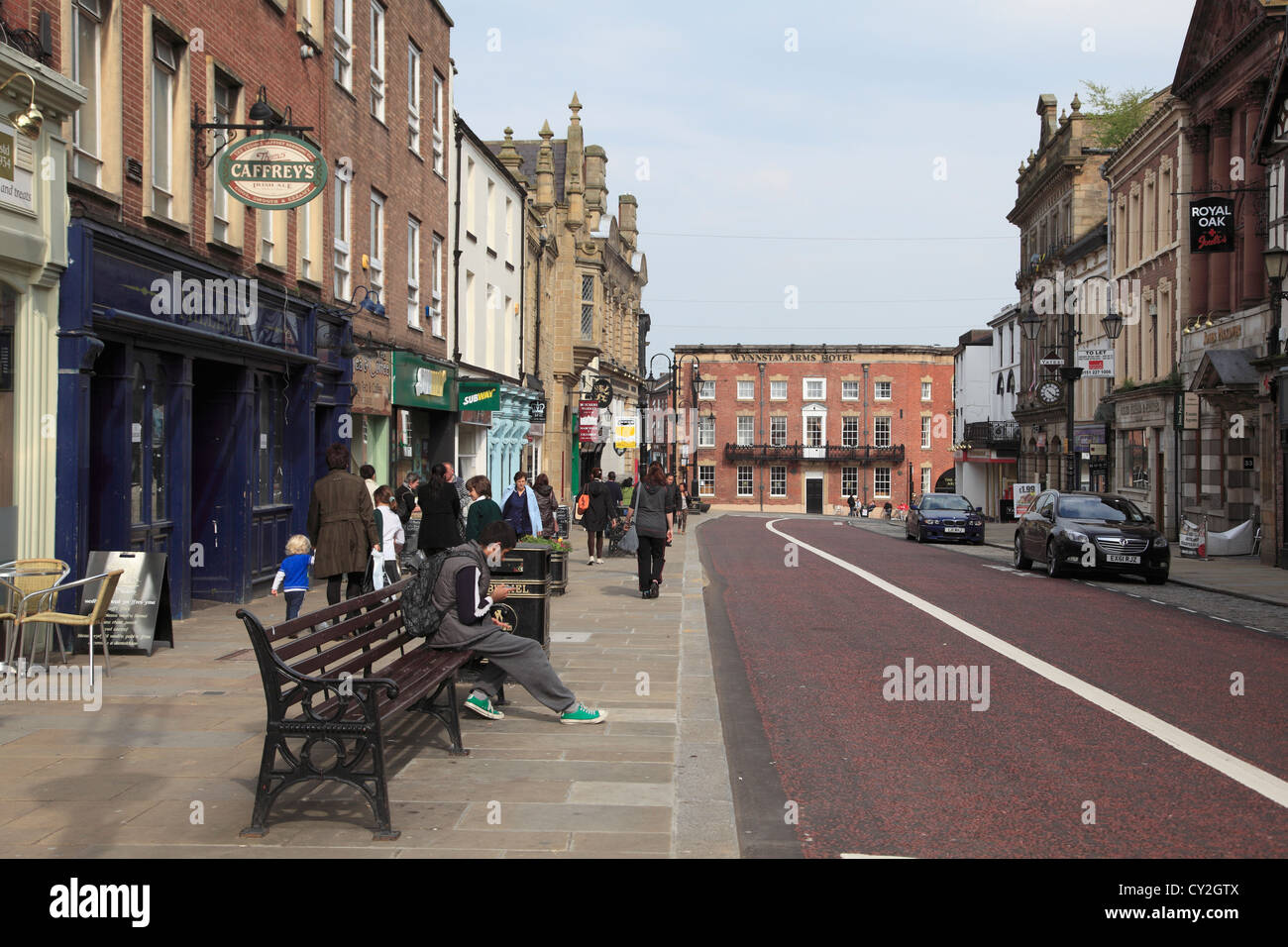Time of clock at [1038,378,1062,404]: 4:21
